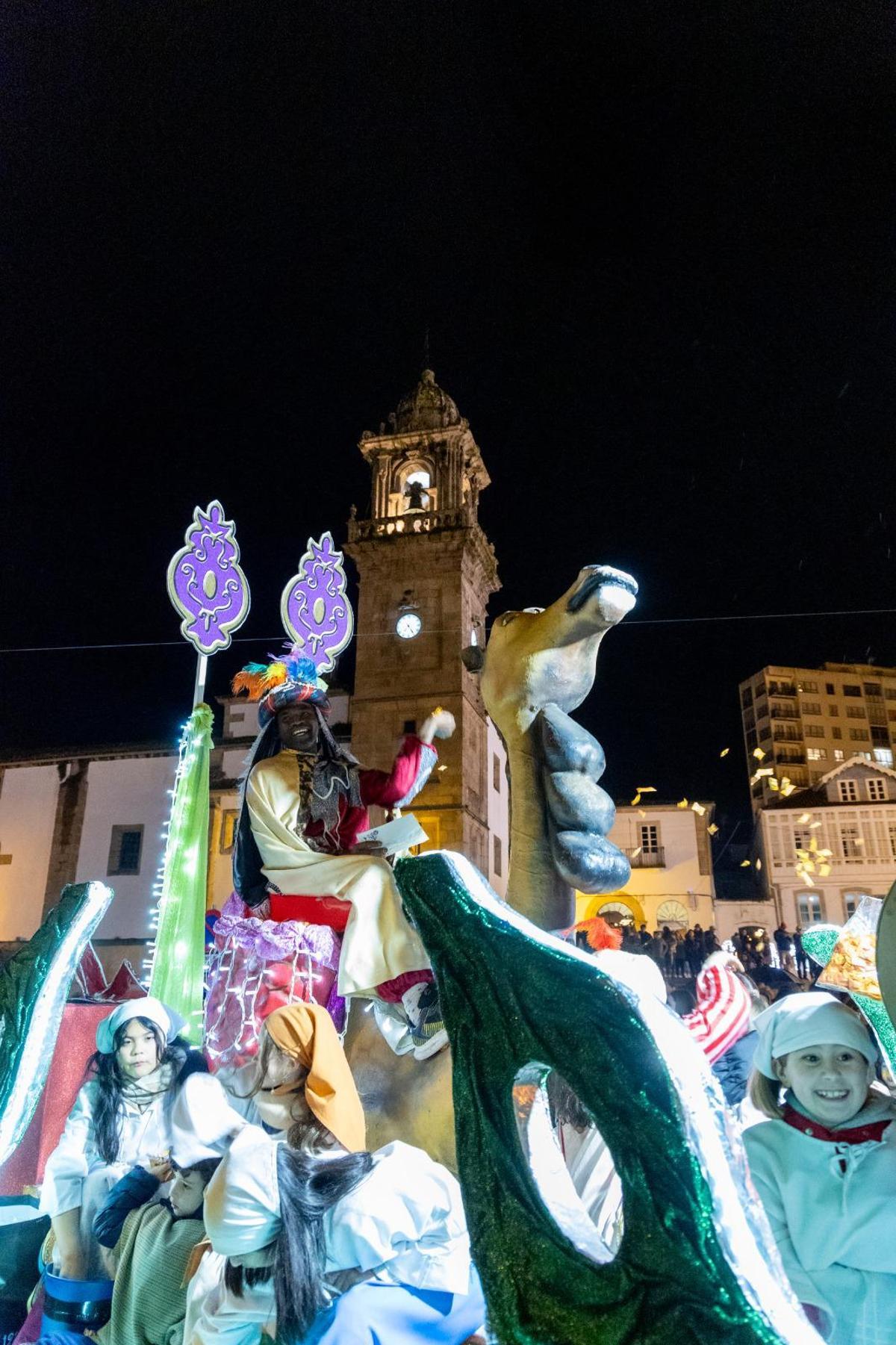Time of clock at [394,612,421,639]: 7:24
